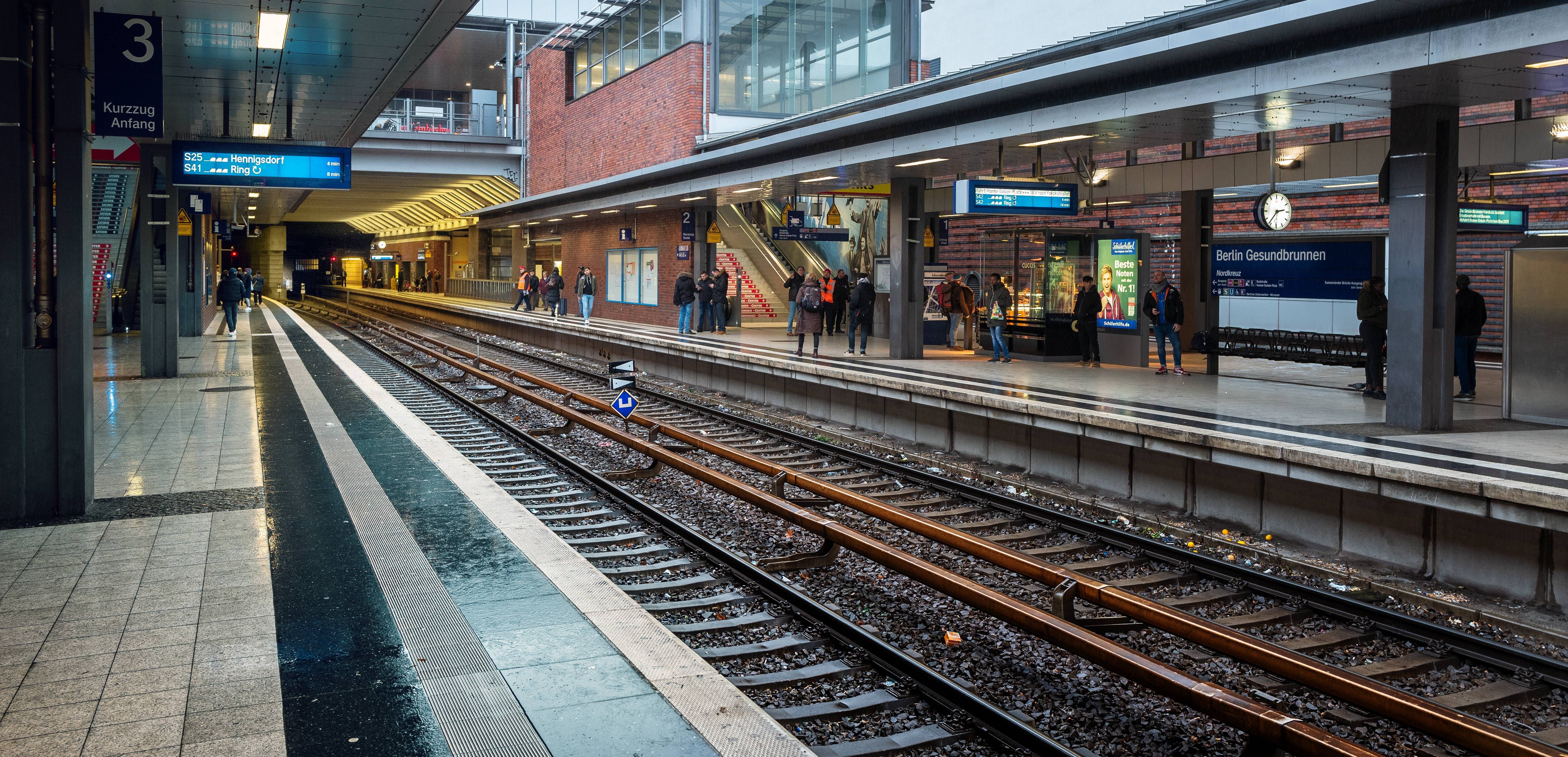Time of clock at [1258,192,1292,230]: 2:36
